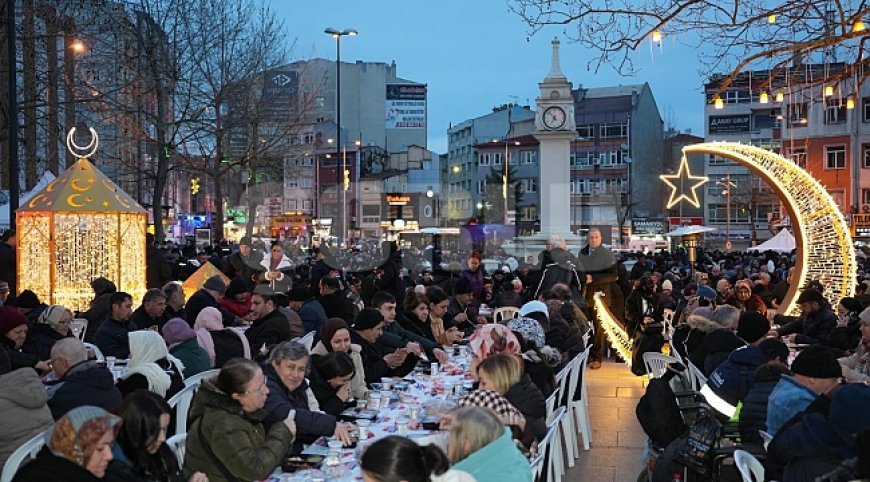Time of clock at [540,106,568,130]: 6:52
